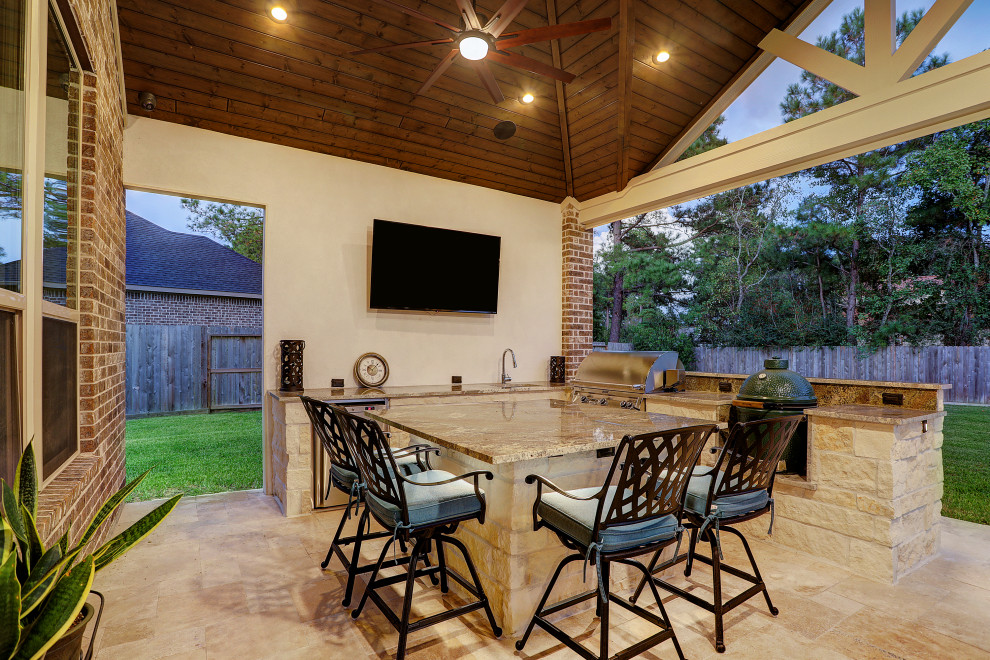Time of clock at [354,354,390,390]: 10:07
